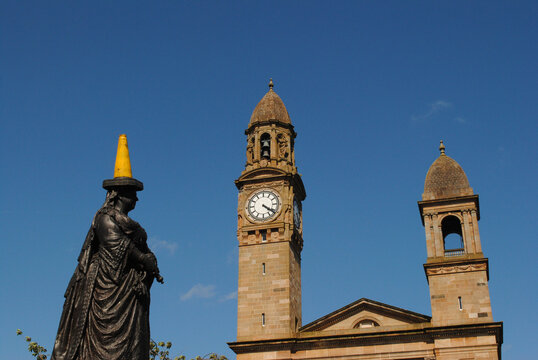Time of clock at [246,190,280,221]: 4:21
